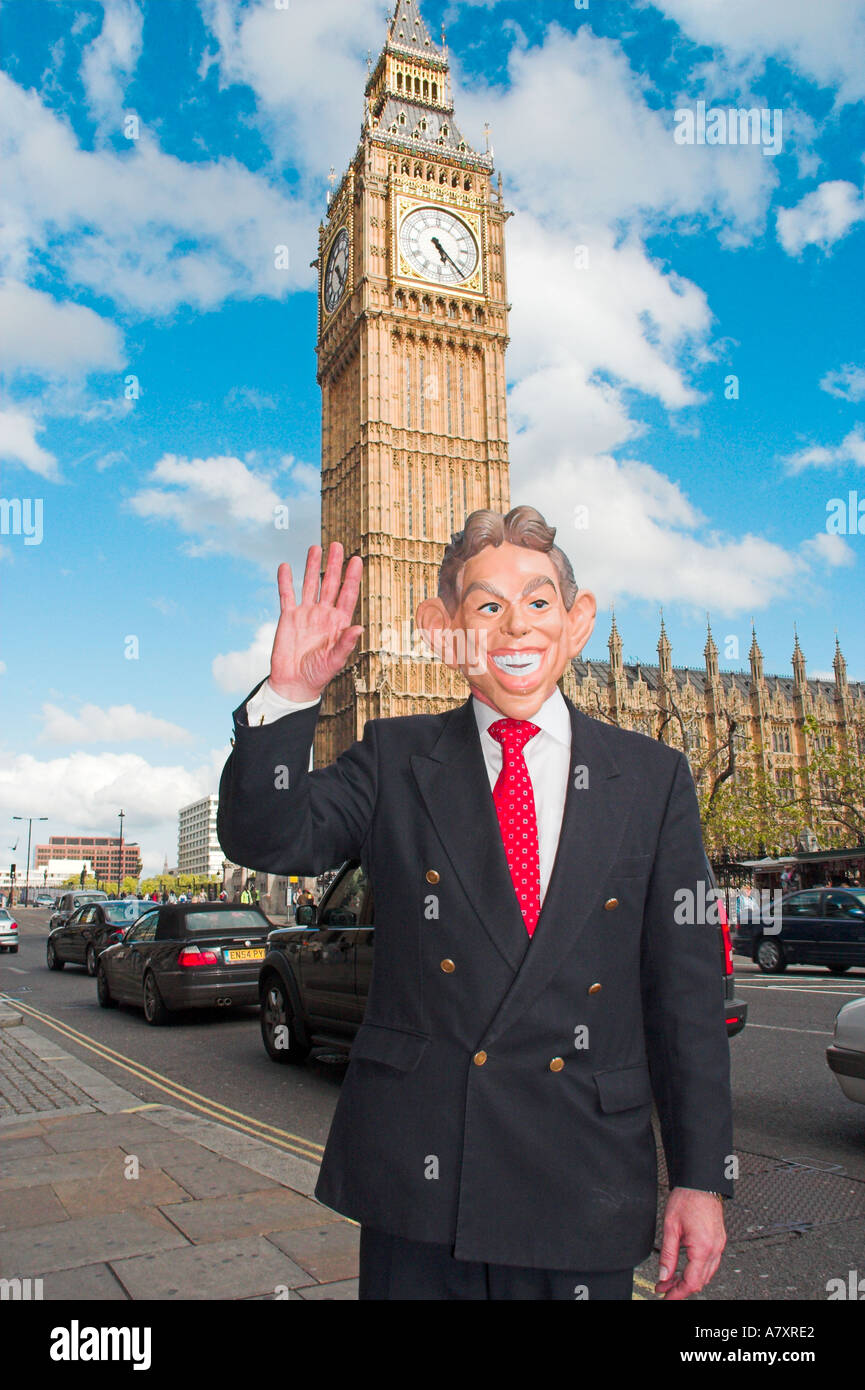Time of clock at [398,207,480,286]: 5:23
